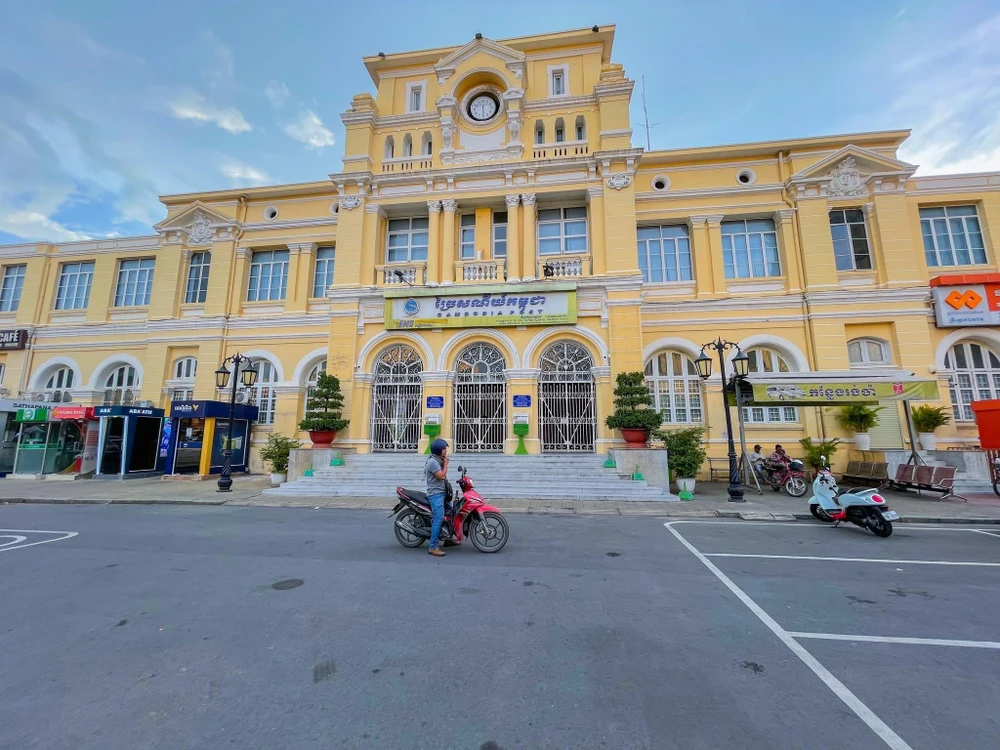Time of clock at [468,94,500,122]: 5:29
